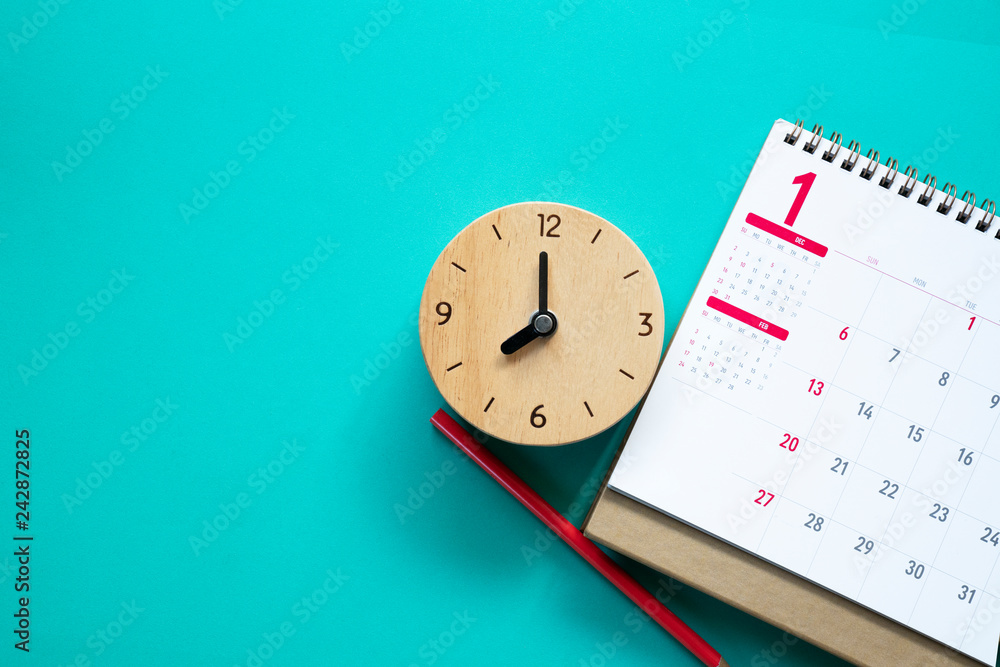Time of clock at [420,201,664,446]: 7:59
